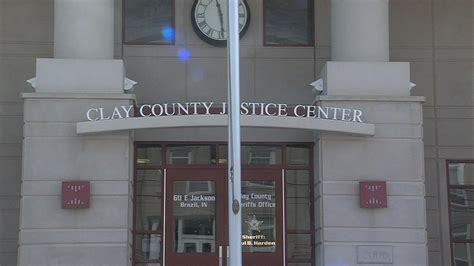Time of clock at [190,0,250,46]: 11:28
